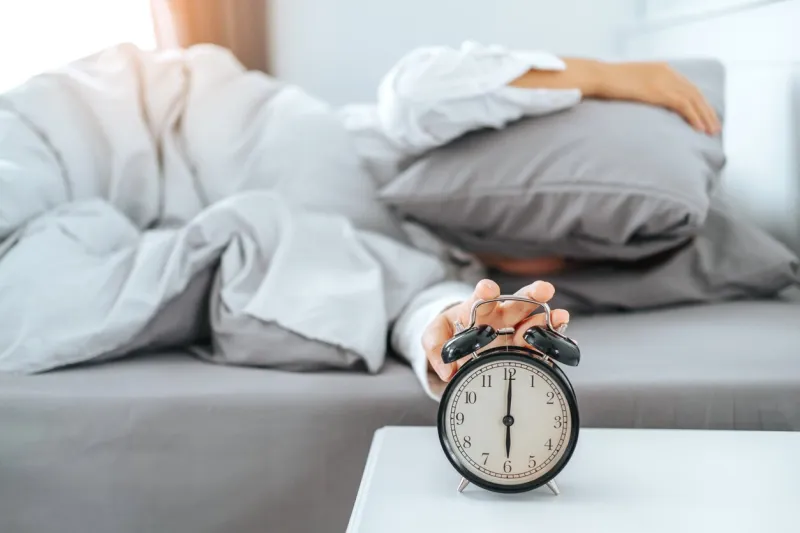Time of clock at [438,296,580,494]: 6:00
